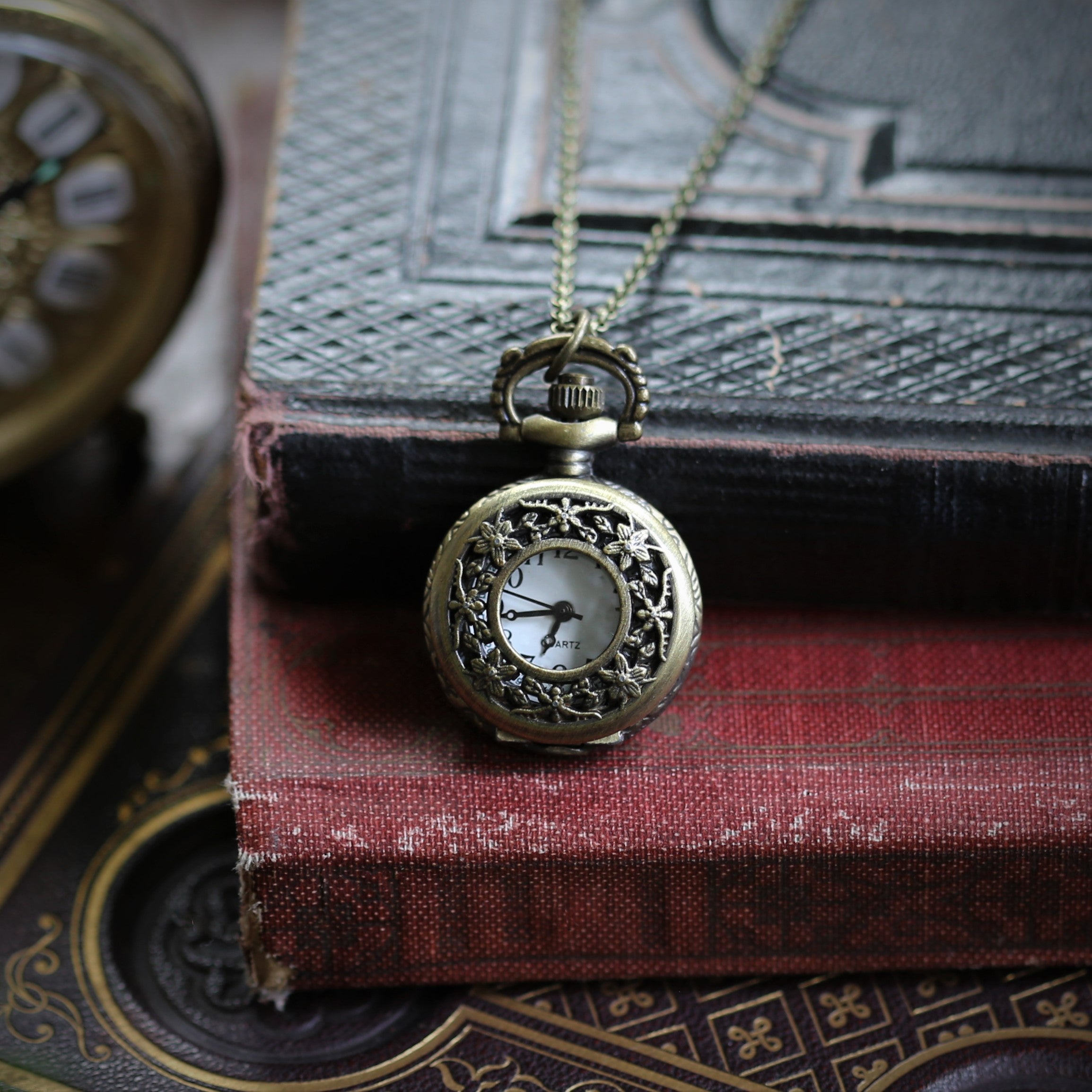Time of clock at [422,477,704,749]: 6:44
